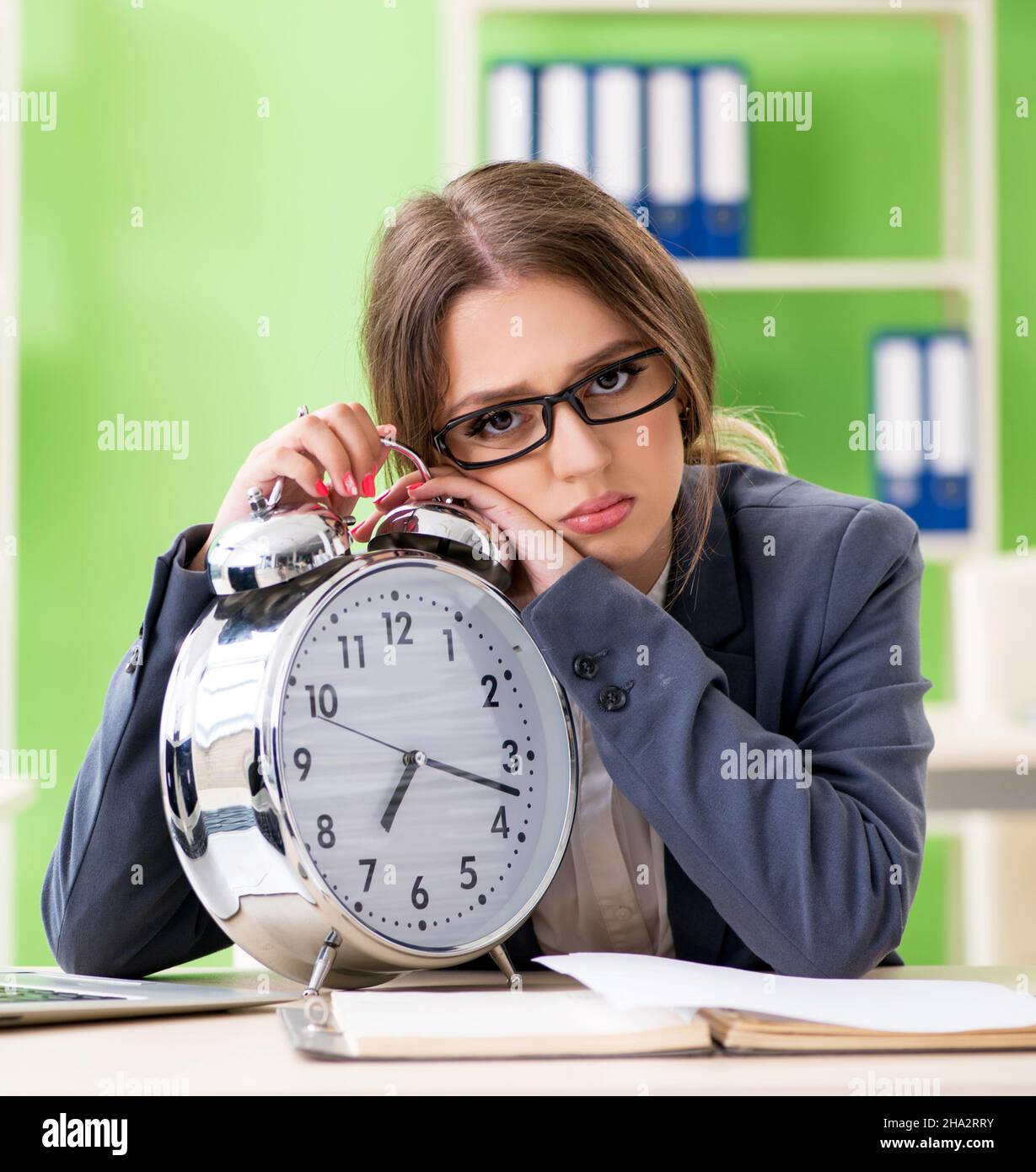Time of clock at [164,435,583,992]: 7:17
